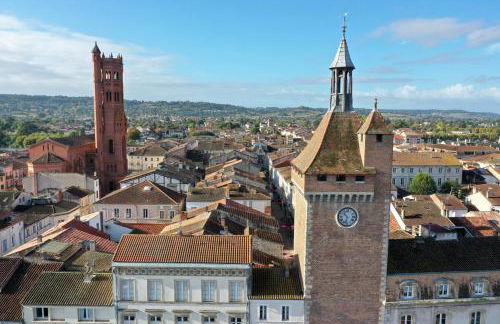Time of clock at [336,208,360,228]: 10:32
